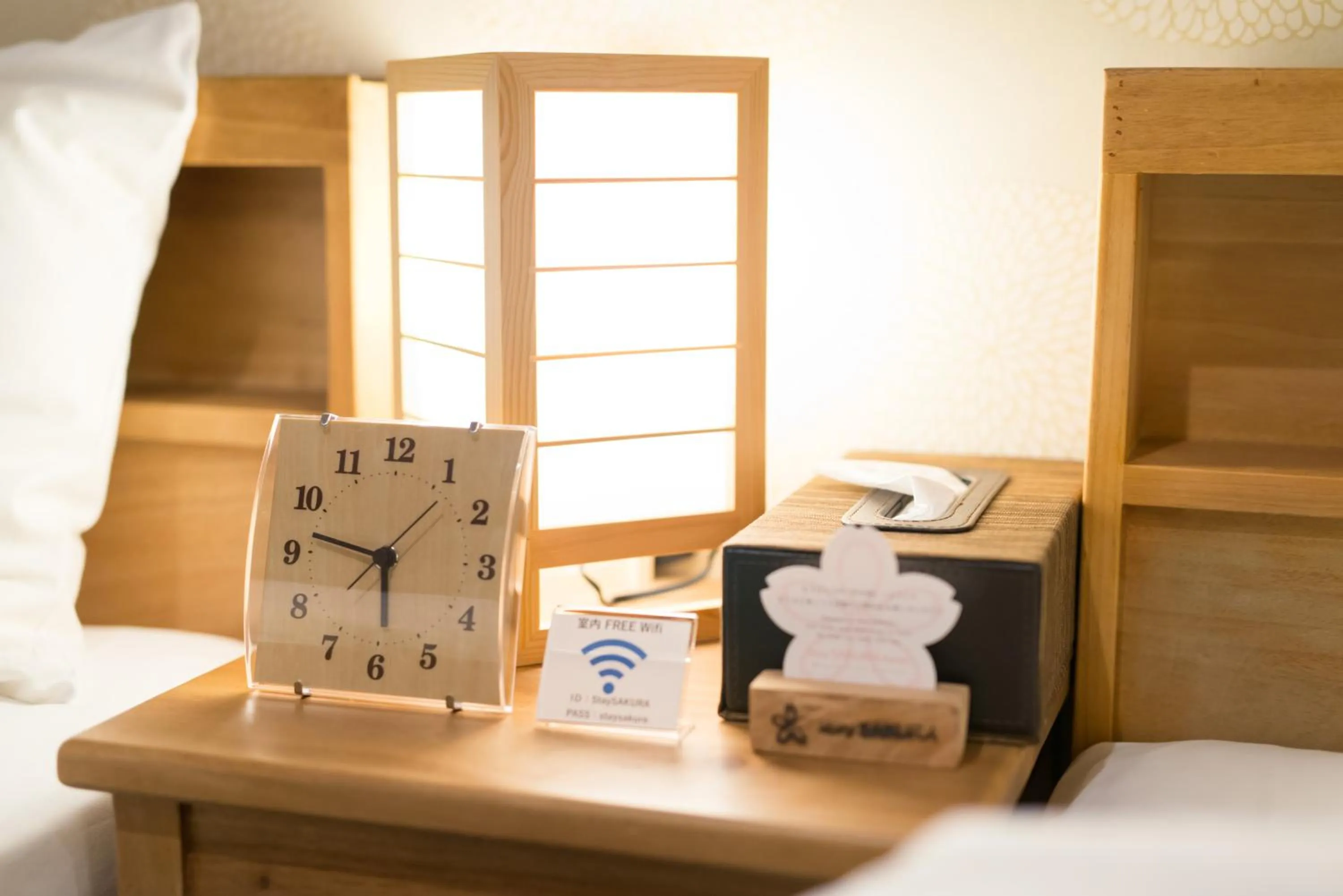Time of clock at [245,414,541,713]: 5:47
